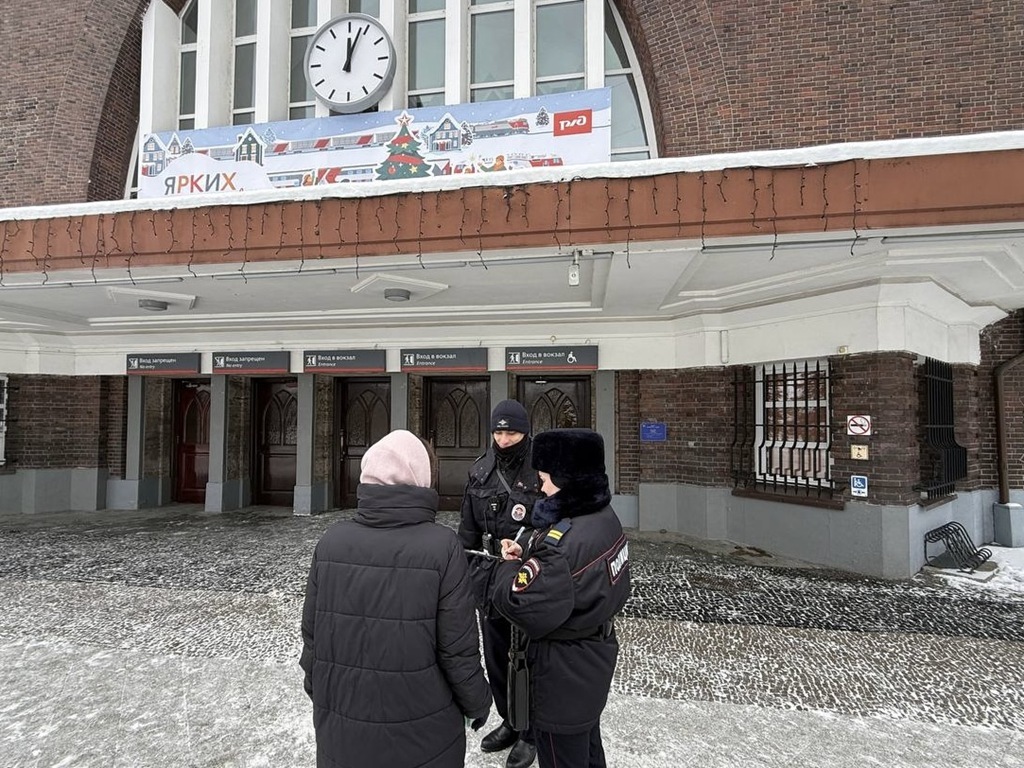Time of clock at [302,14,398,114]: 12:03
